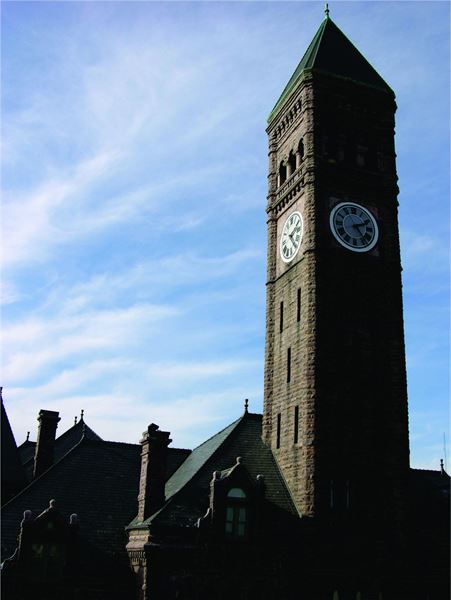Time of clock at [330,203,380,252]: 2:23
